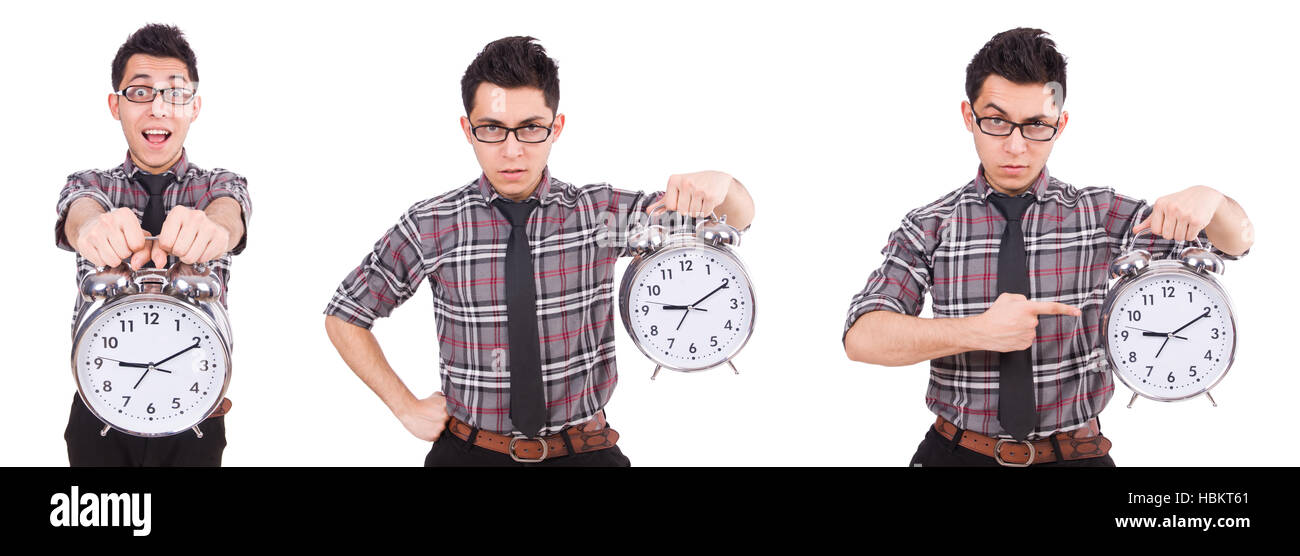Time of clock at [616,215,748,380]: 9:10
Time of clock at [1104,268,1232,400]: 9:10
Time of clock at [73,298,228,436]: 9:10
